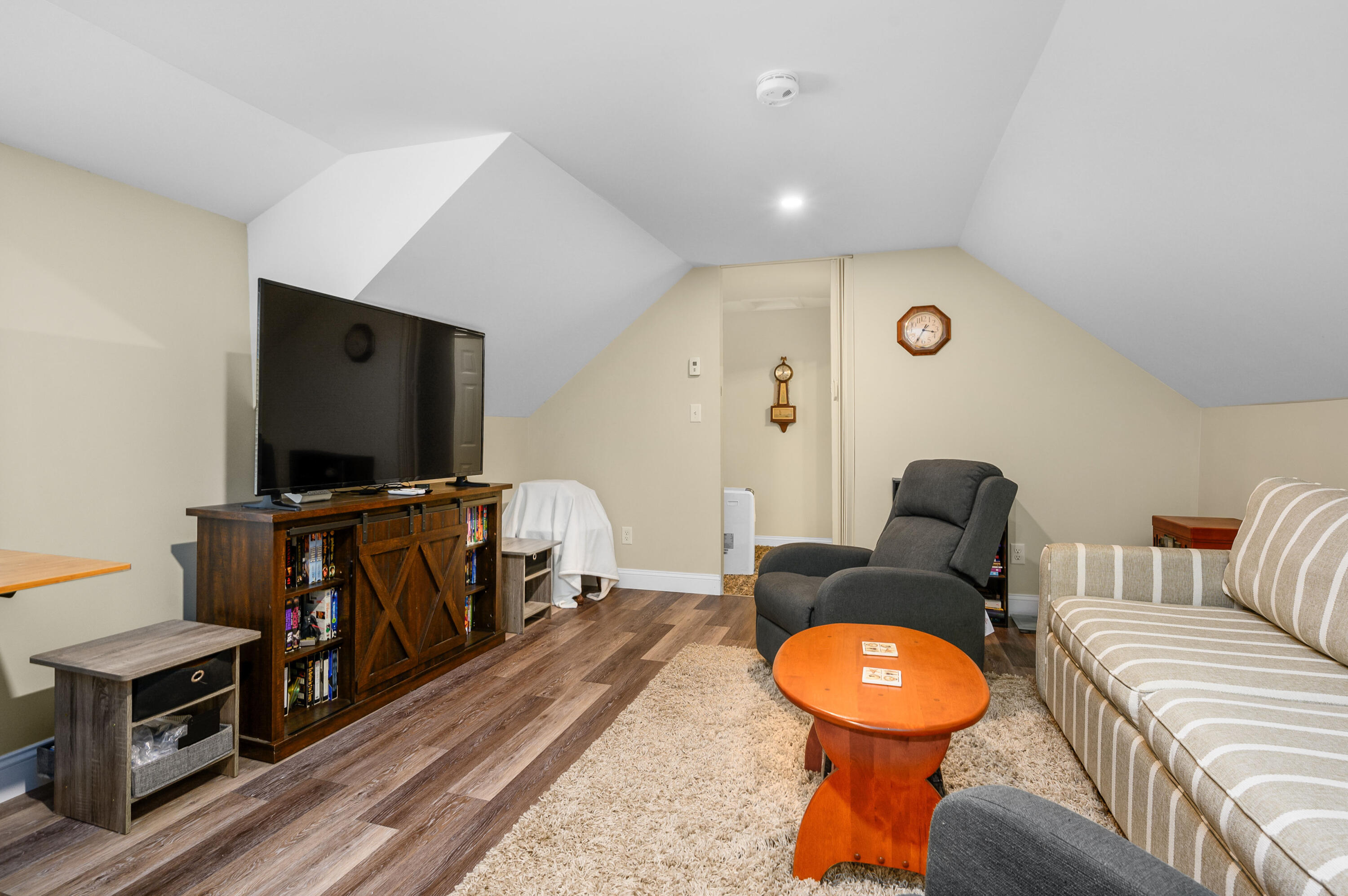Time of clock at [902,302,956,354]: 3:35
